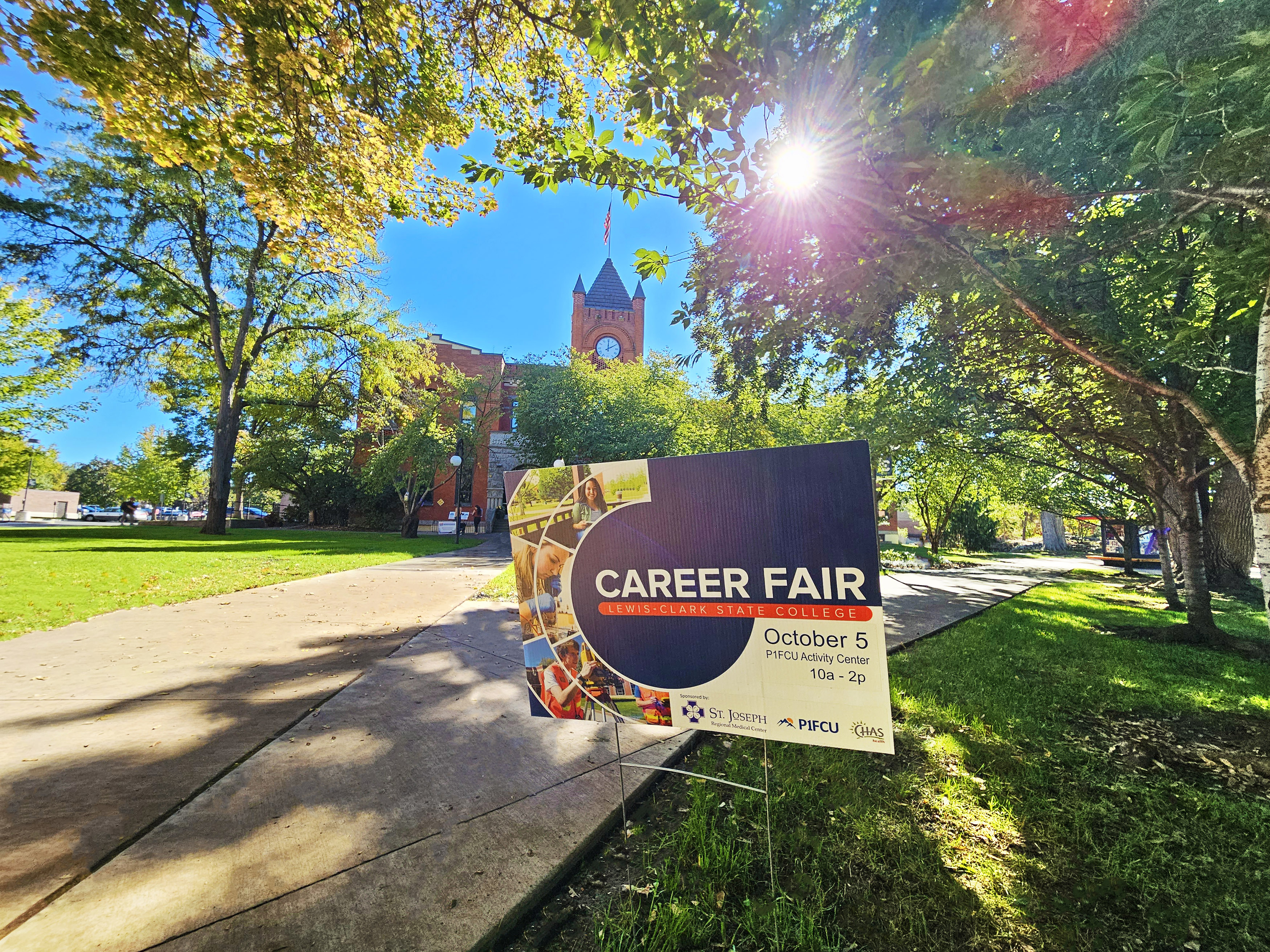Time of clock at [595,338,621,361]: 2:00
